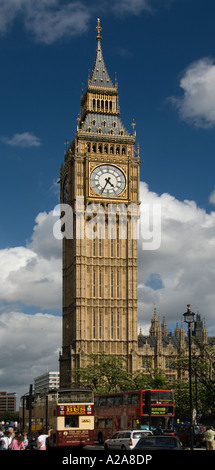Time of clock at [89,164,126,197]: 4:34
